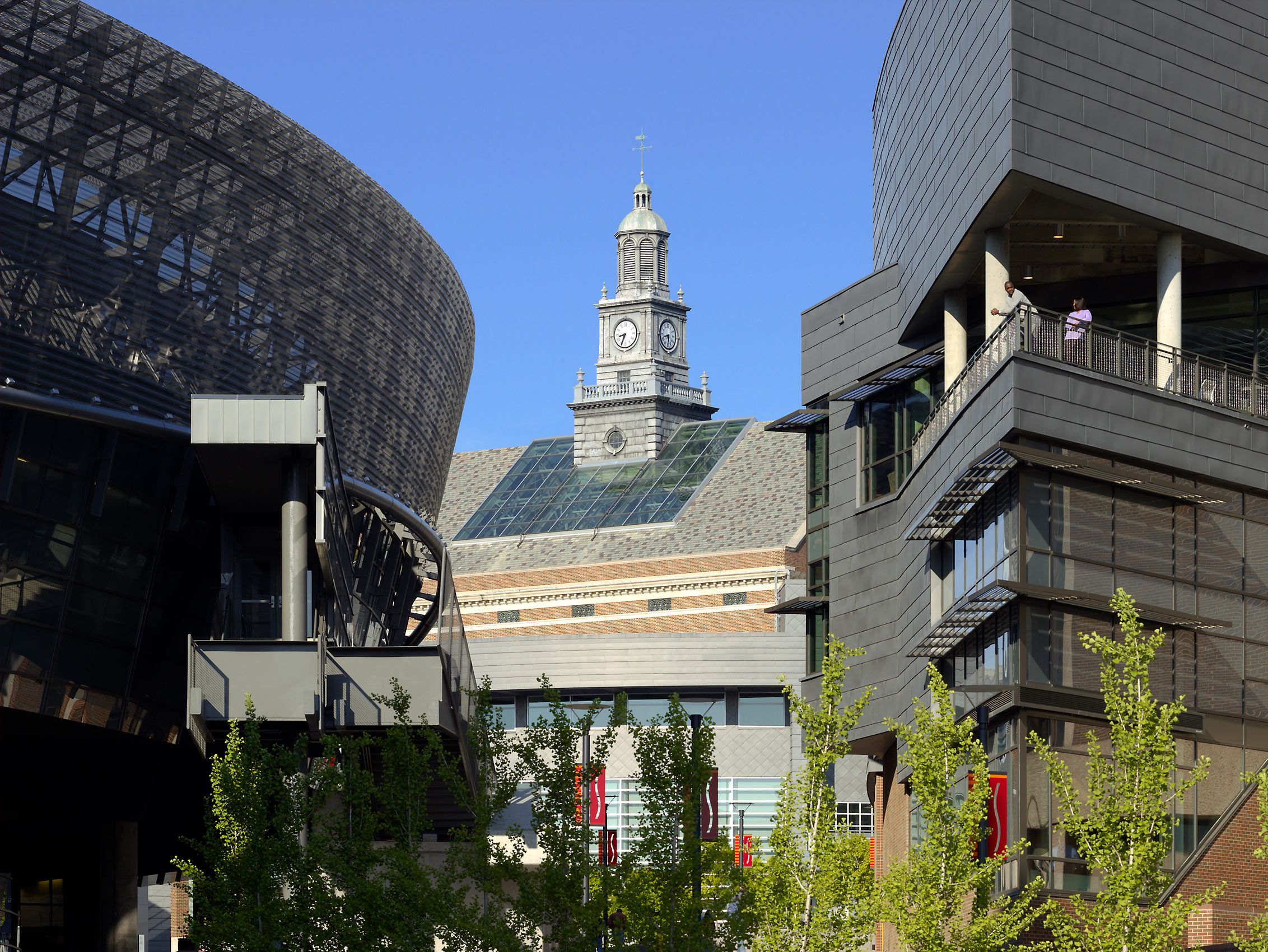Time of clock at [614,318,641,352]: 8:34
